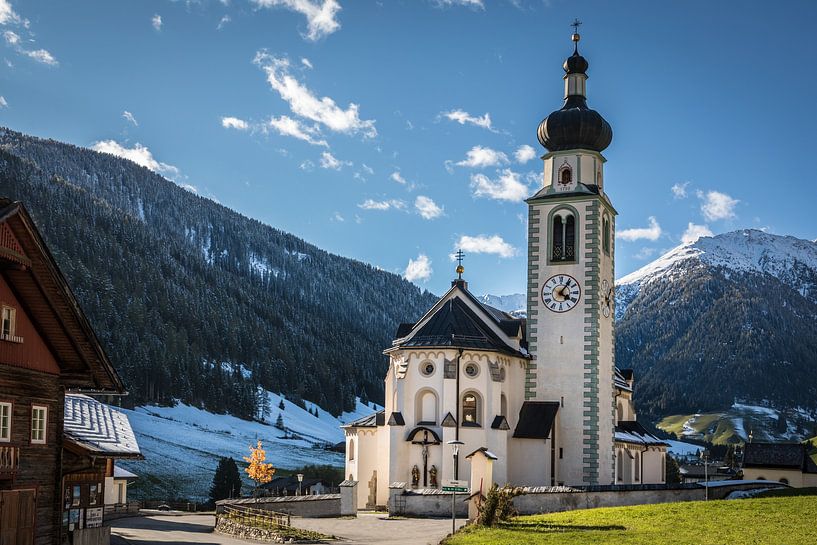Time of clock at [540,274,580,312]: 4:06
